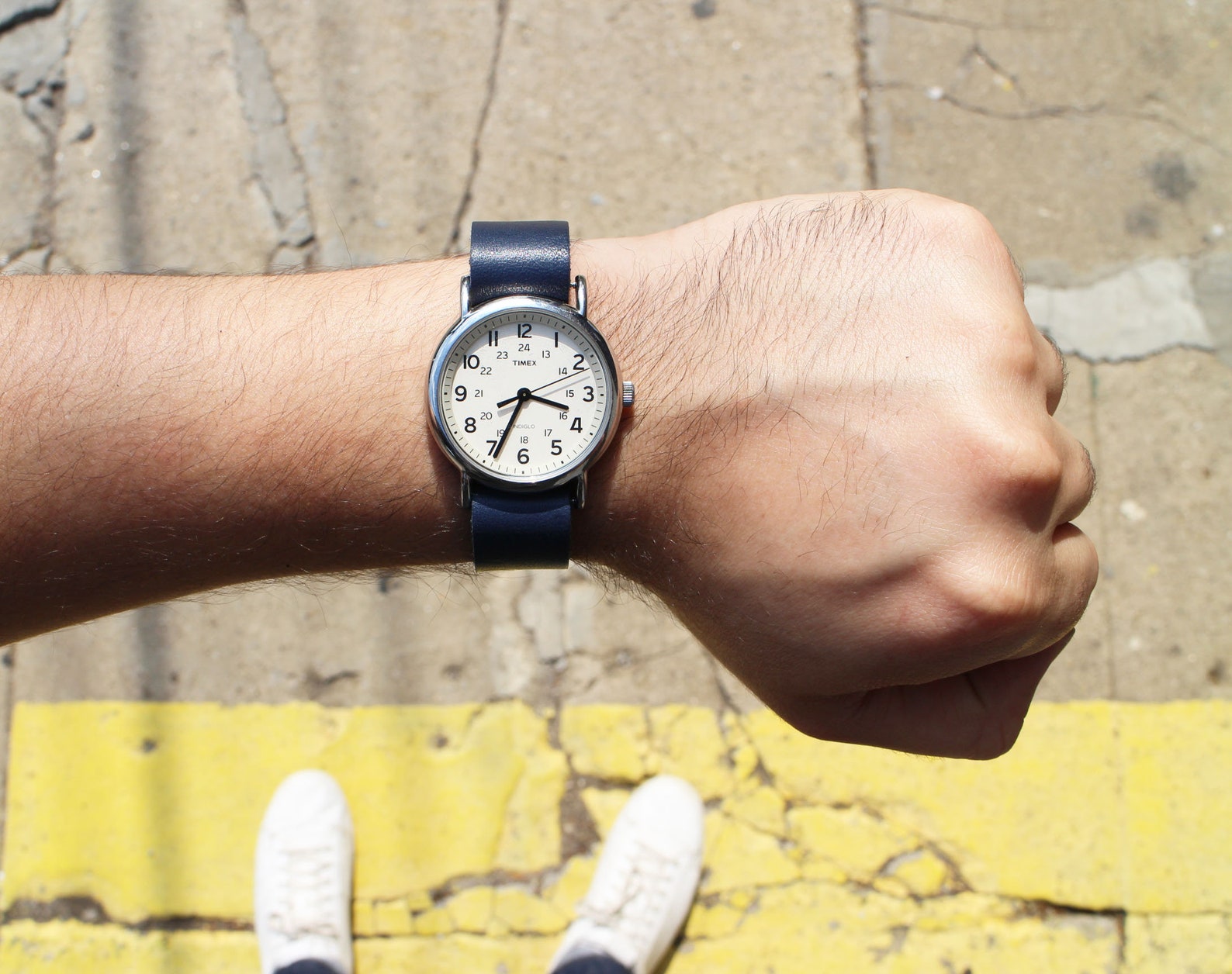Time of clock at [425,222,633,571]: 3:34
